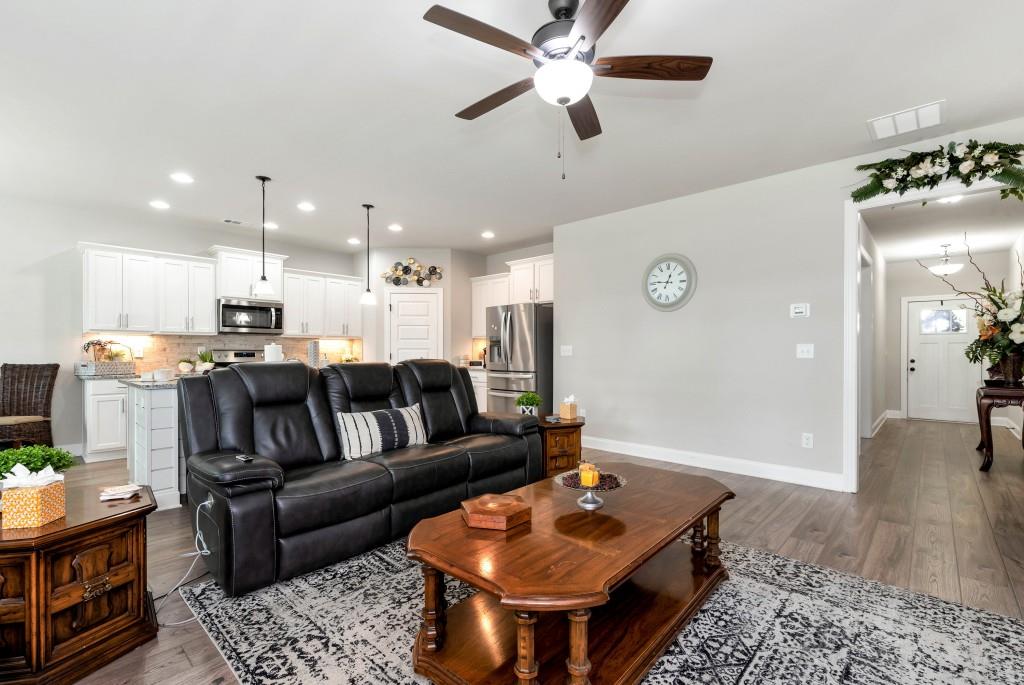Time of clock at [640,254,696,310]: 12:46
